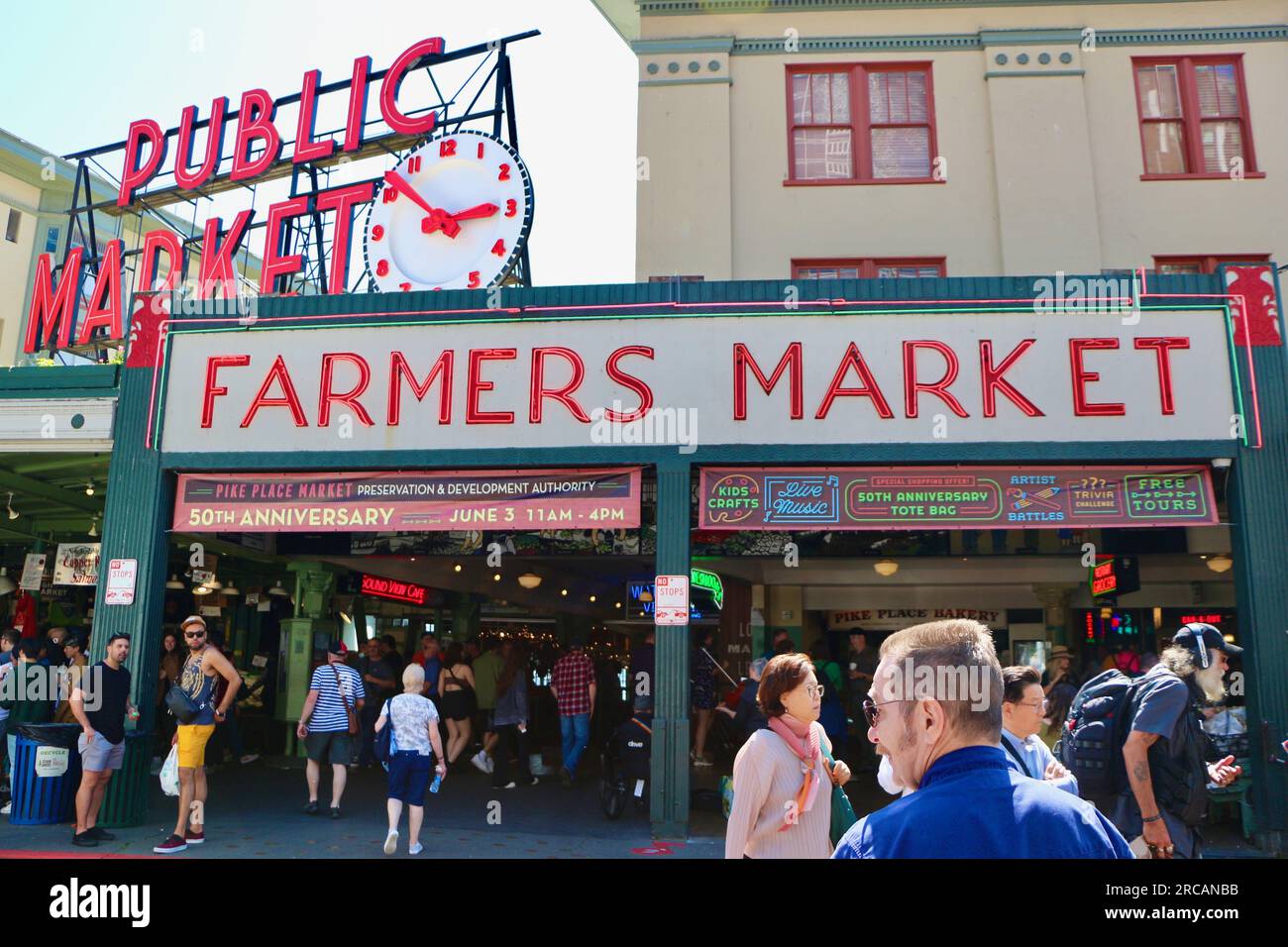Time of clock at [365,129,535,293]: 2:52
